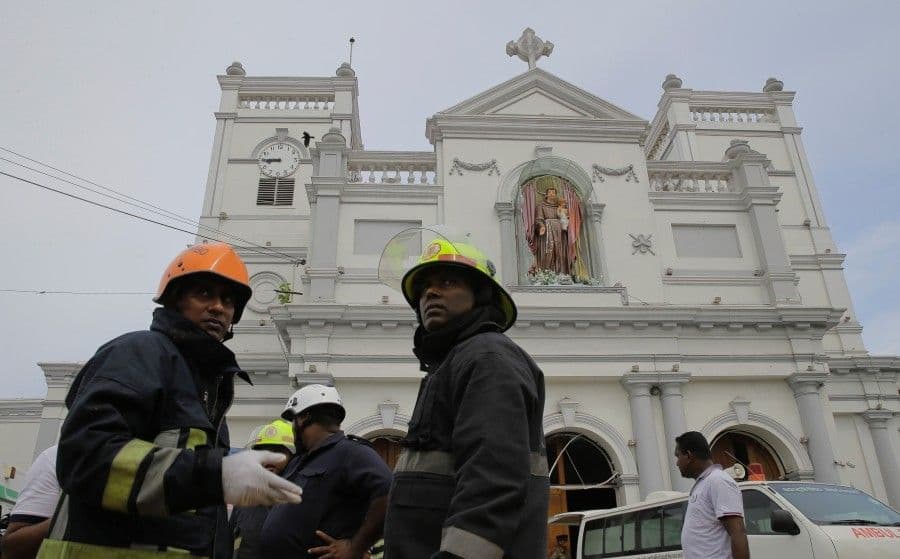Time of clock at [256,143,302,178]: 8:45
